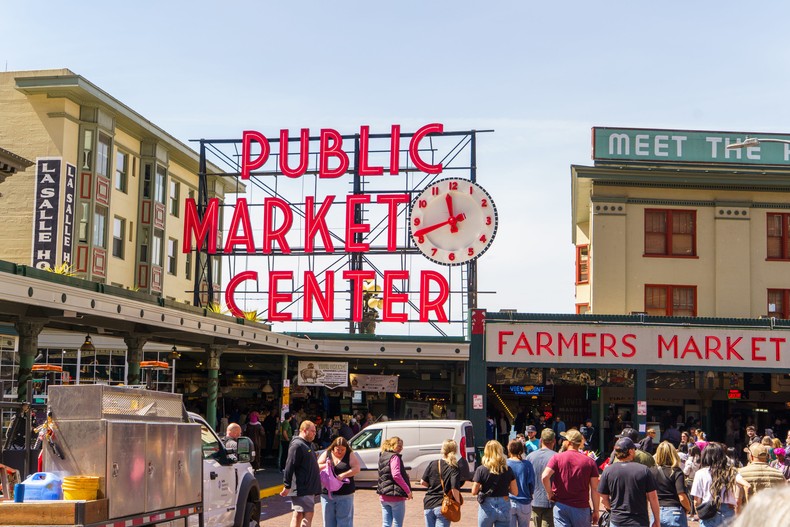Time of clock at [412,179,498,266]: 11:41
